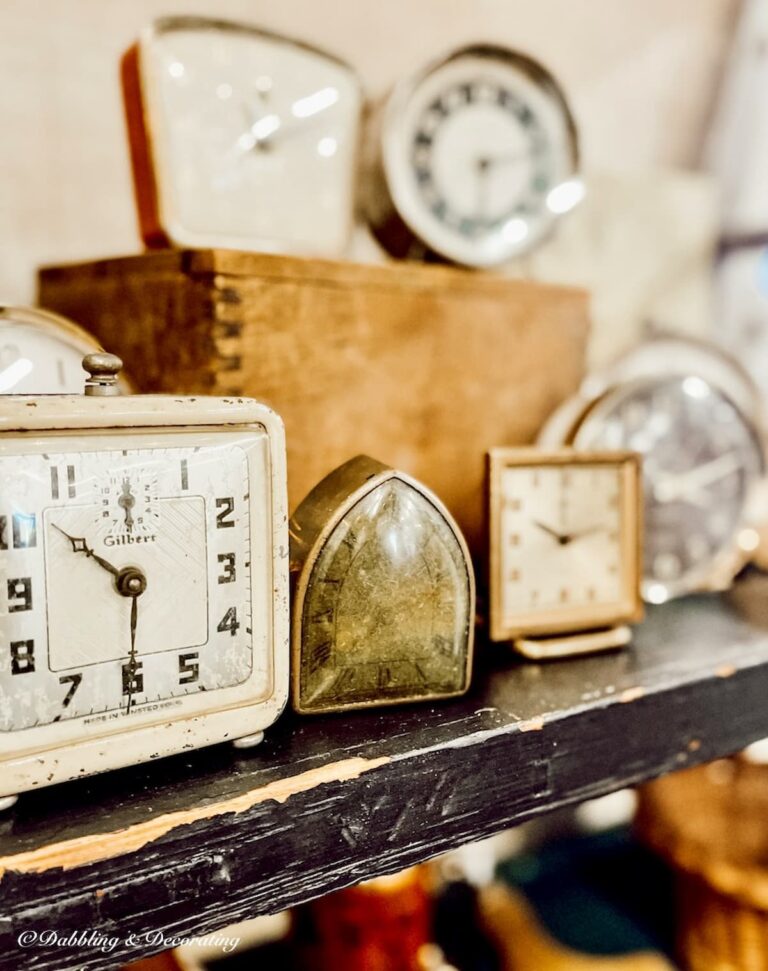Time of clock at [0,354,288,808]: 10:30
